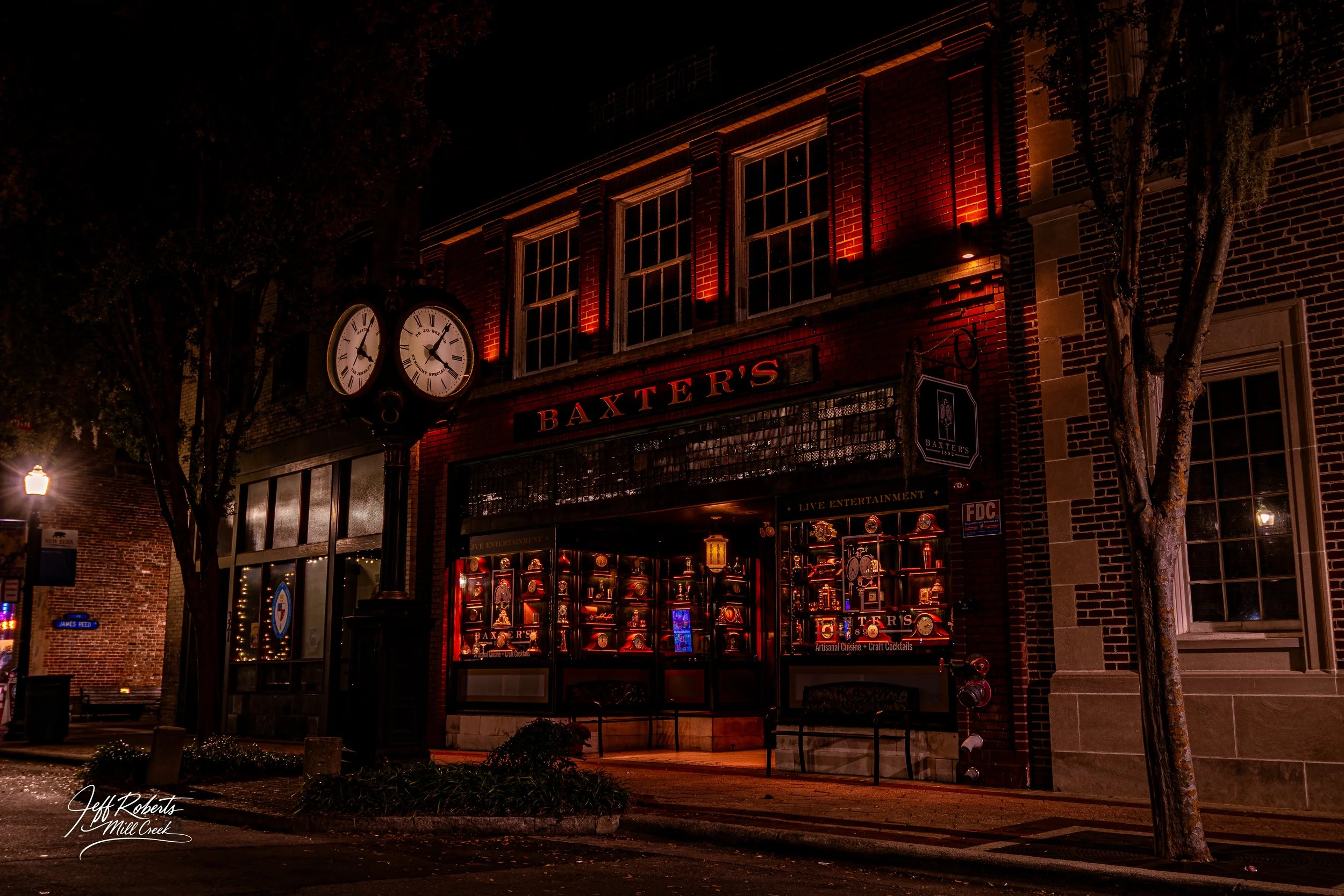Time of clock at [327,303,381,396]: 4:04
